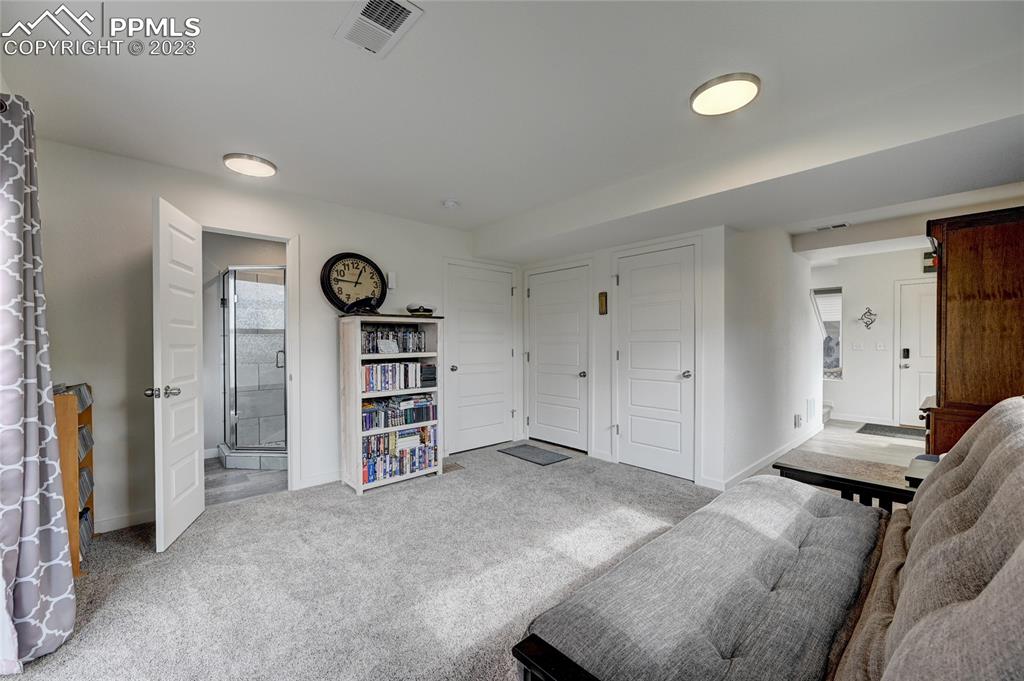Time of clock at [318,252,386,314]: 12:46
